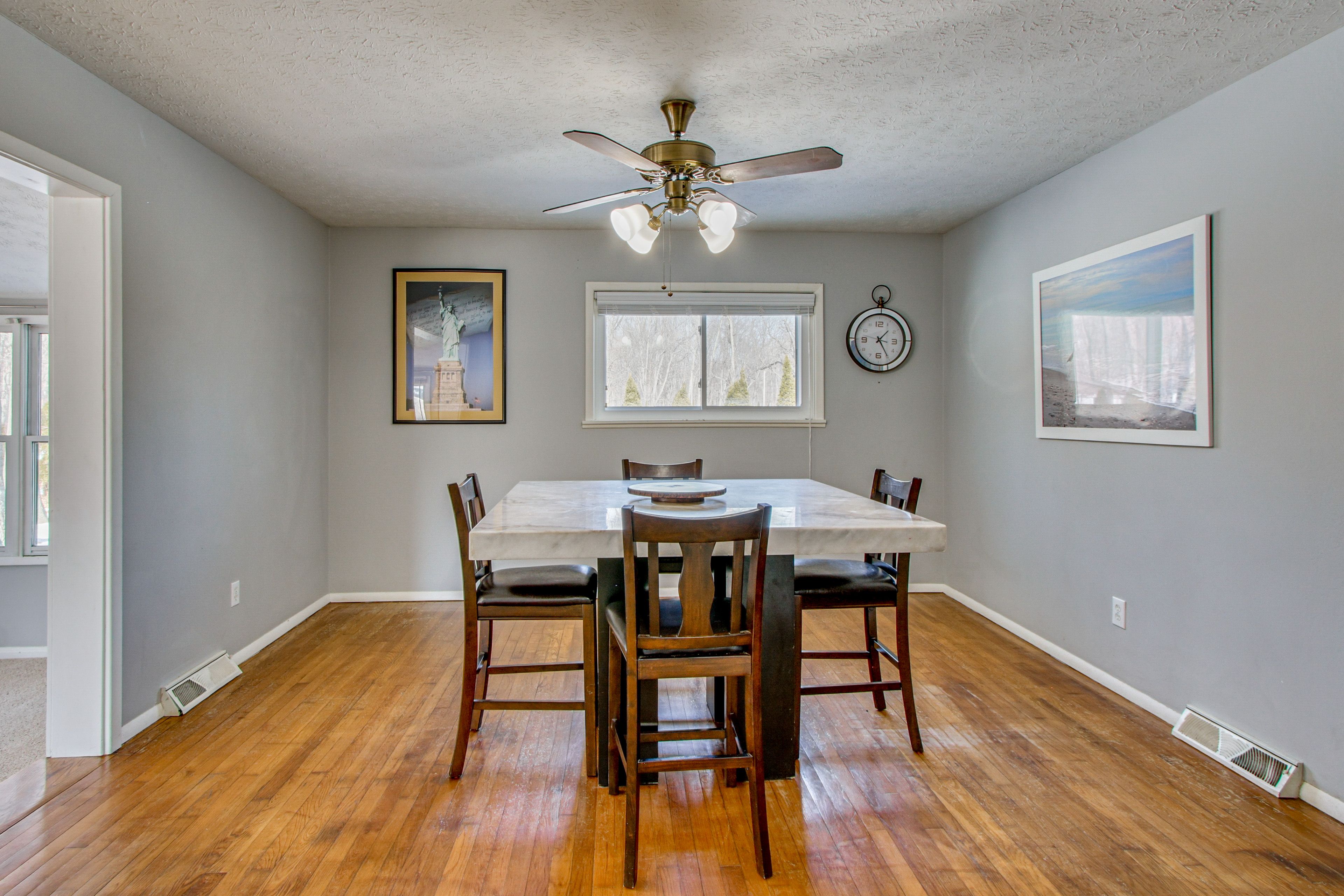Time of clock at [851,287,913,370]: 1:24
